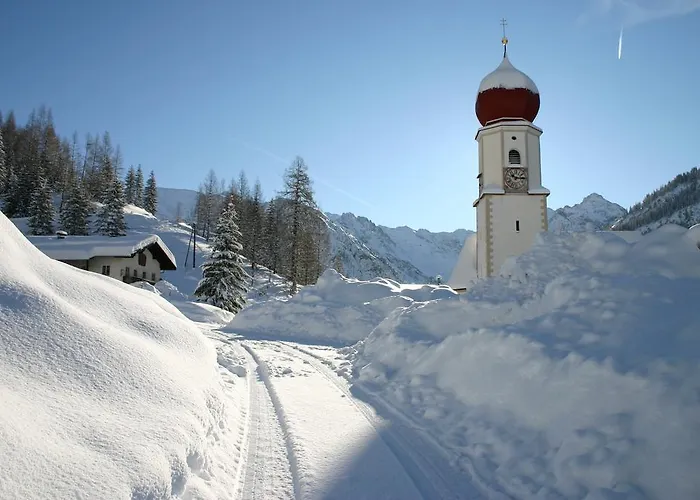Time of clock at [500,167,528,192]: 10:14
